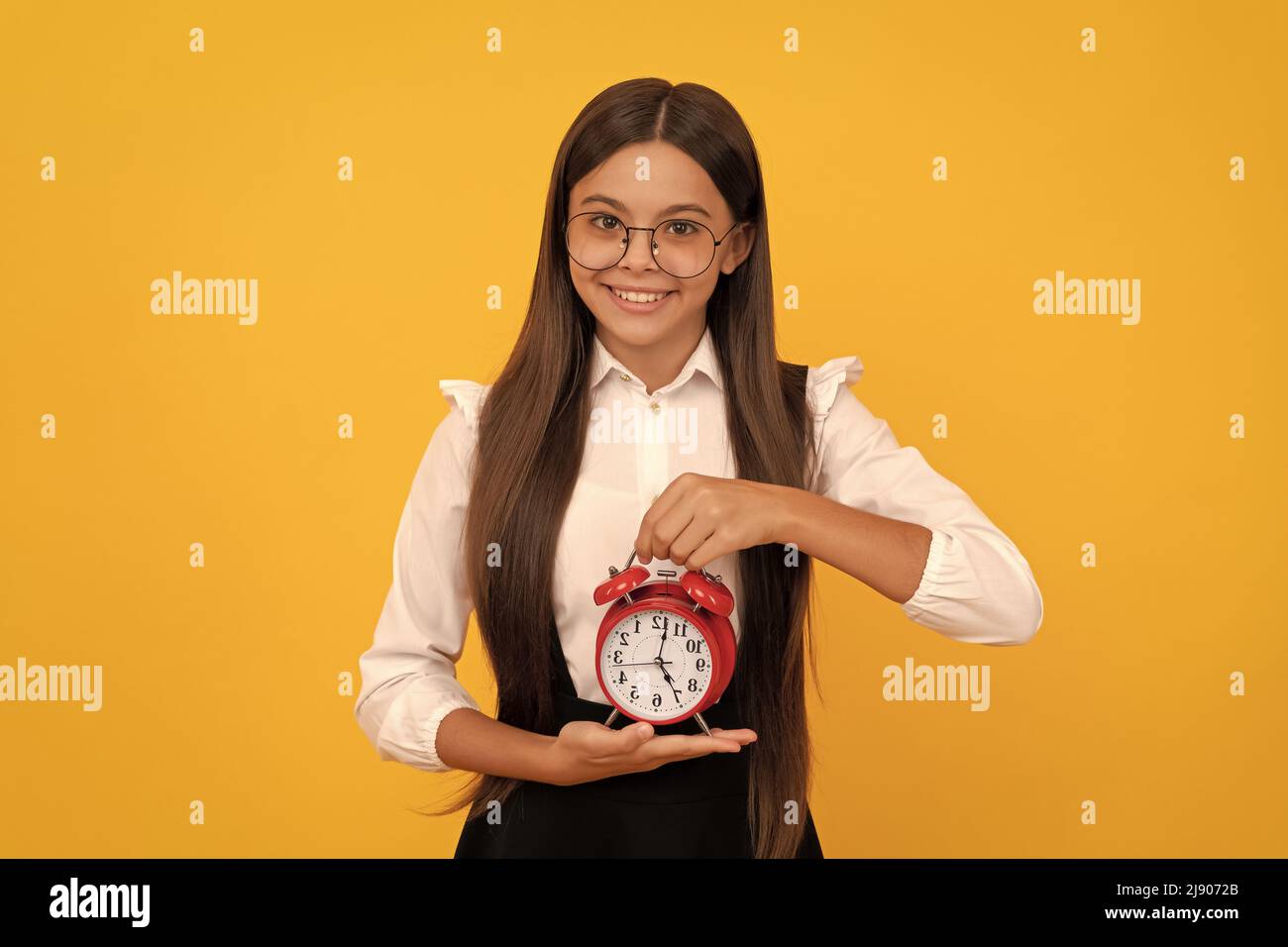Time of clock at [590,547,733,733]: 5:01
